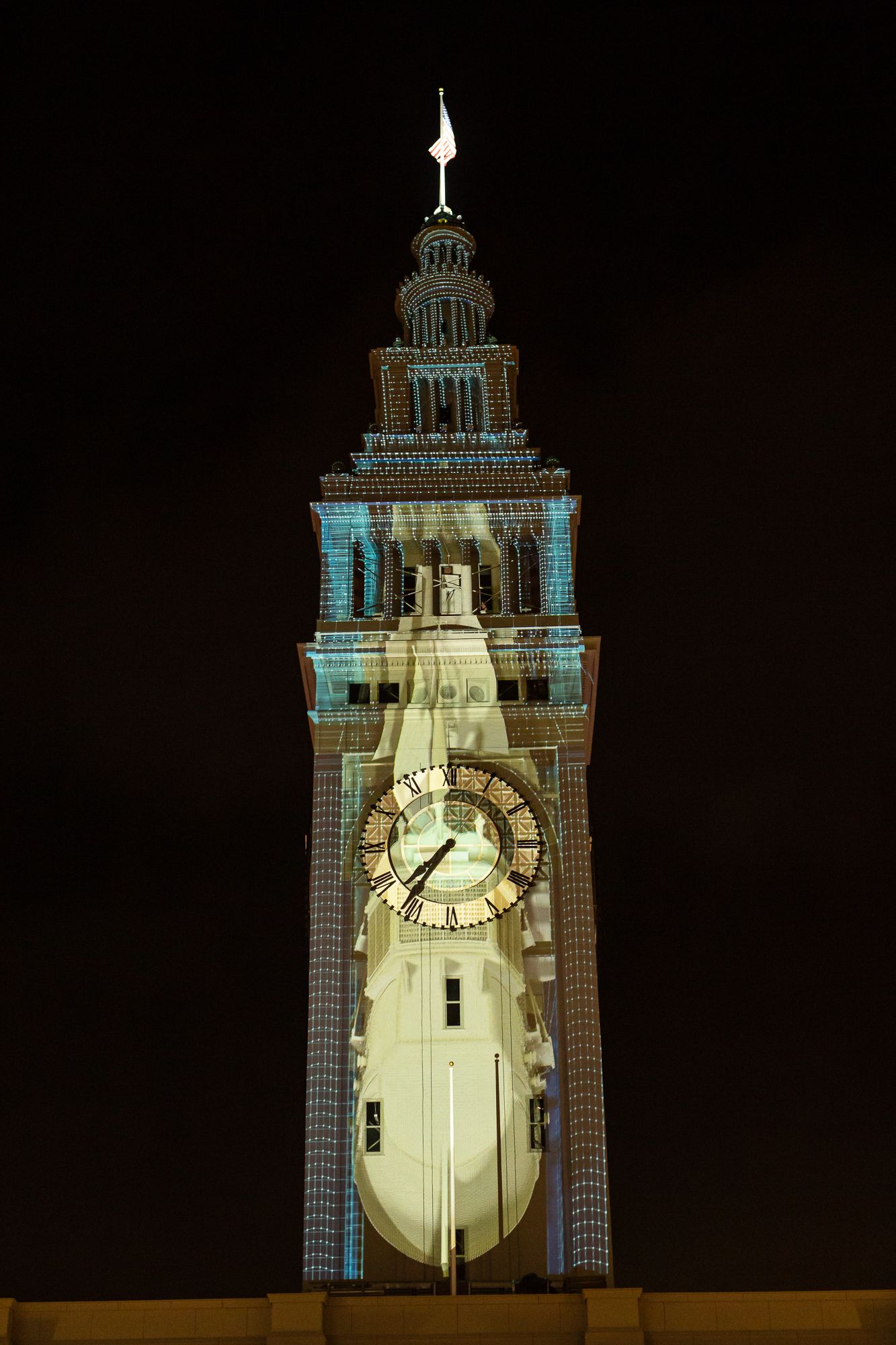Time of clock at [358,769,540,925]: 7:35
